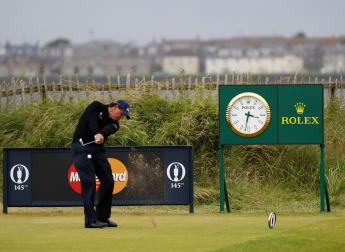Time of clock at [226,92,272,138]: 3:32
